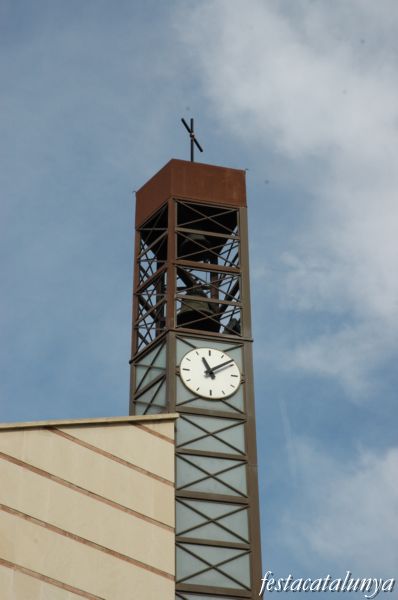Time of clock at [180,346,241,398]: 11:08
